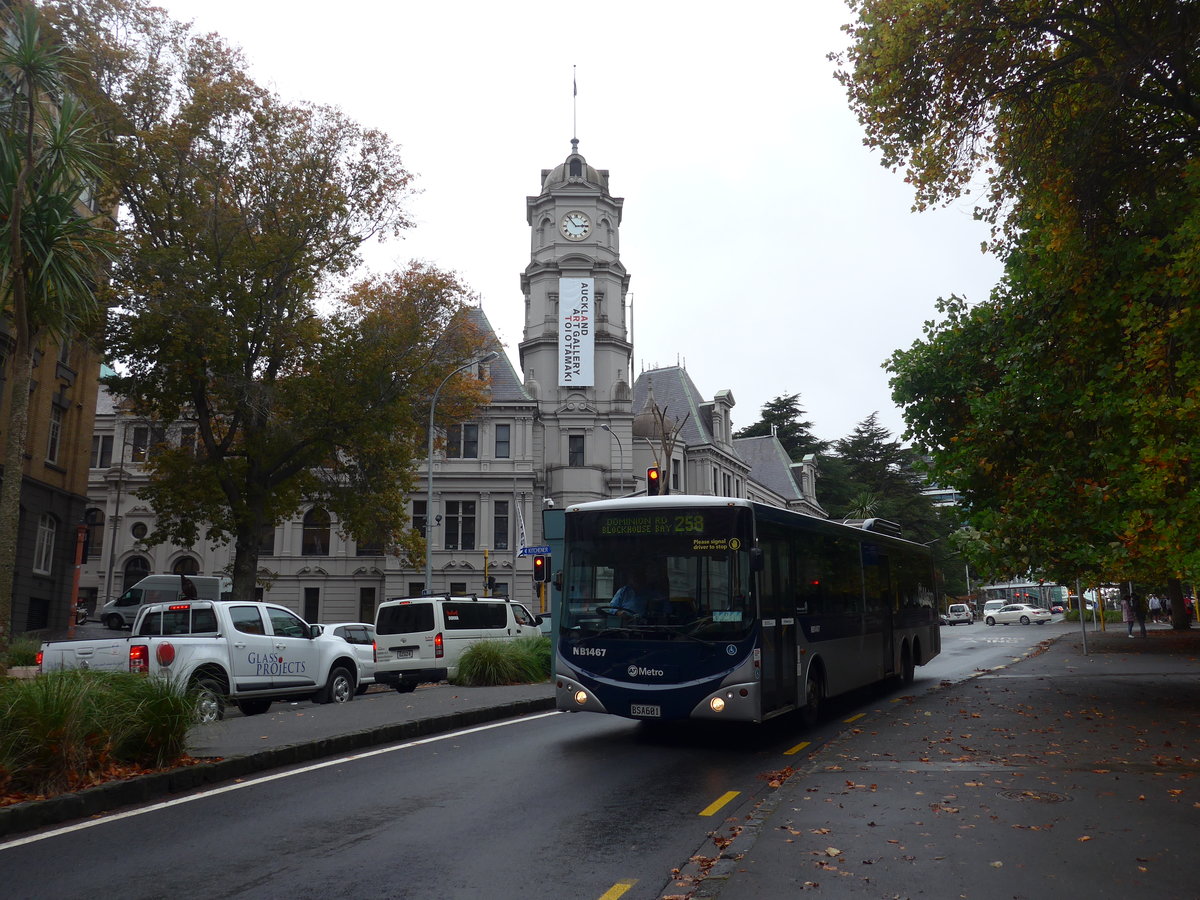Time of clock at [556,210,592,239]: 2:53
